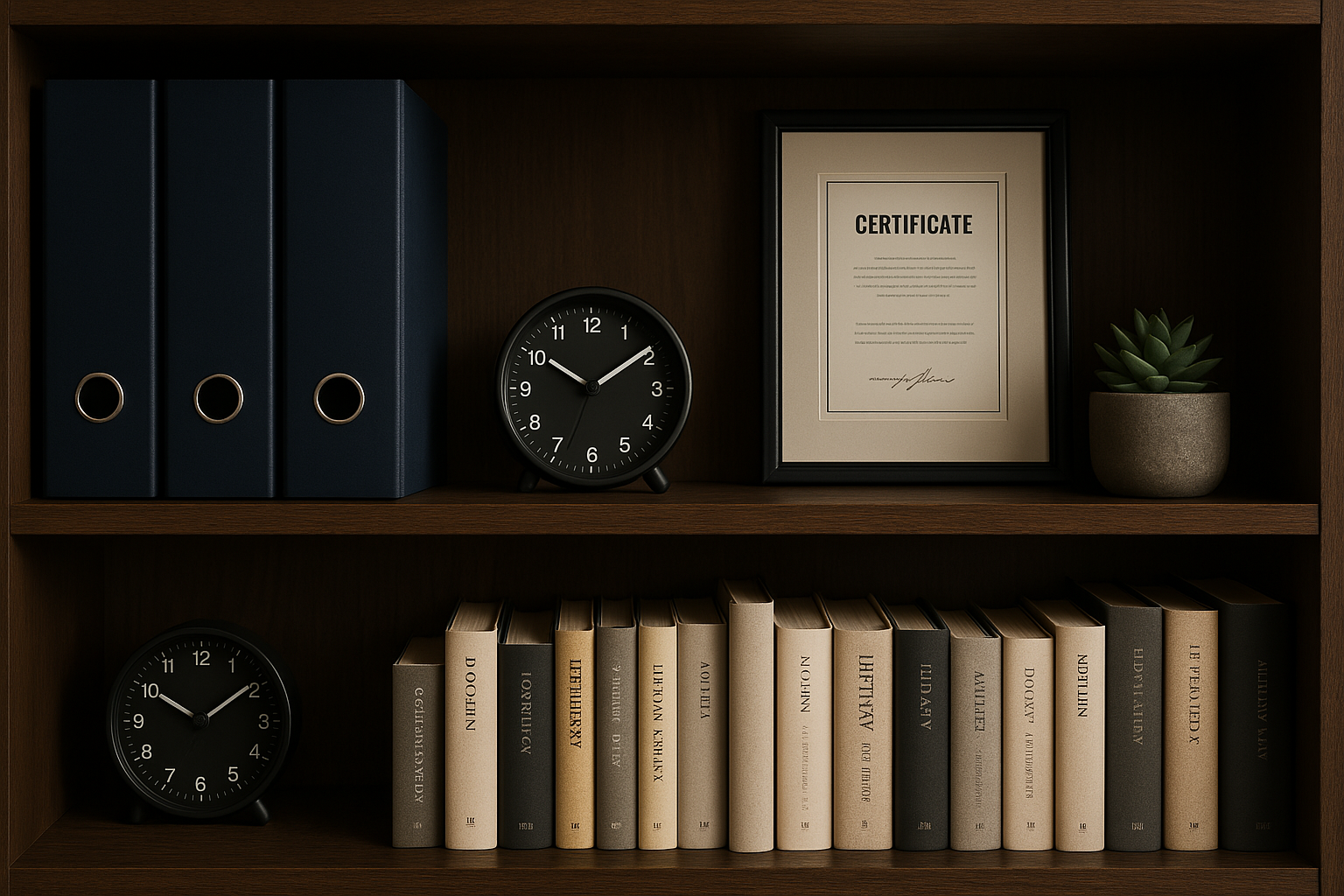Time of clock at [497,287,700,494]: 10:09
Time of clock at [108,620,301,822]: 10:09
